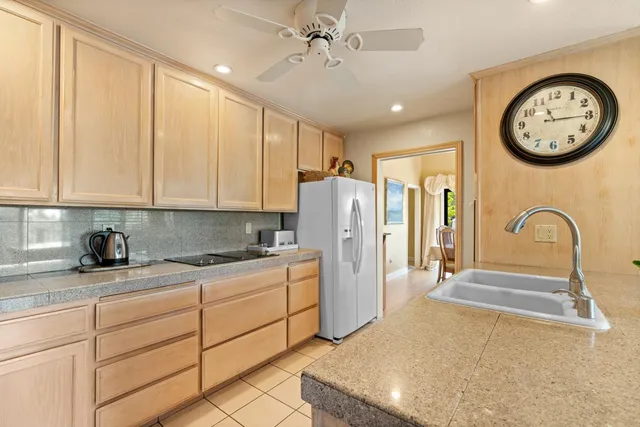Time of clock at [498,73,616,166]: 11:15
